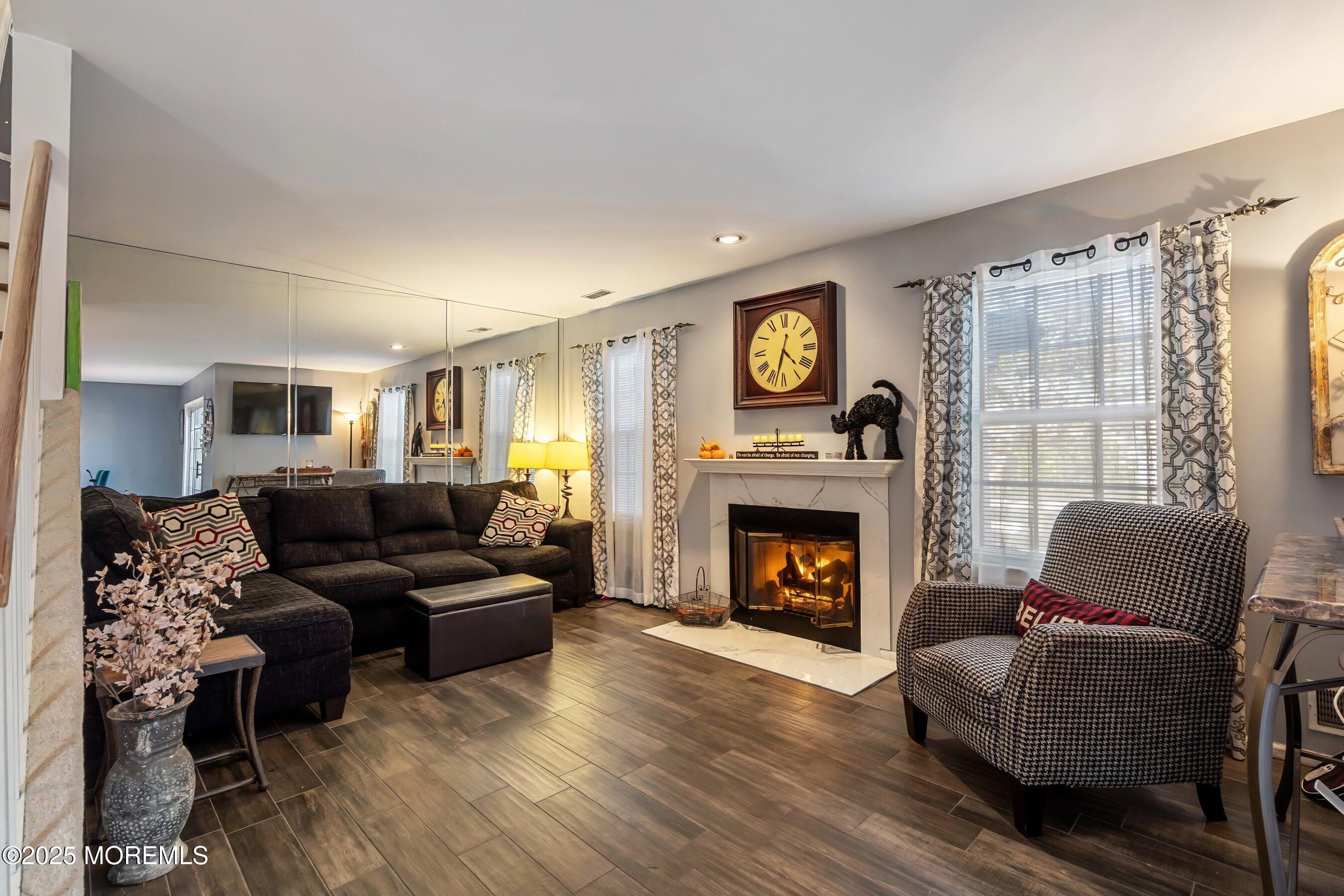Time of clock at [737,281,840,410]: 4:33
